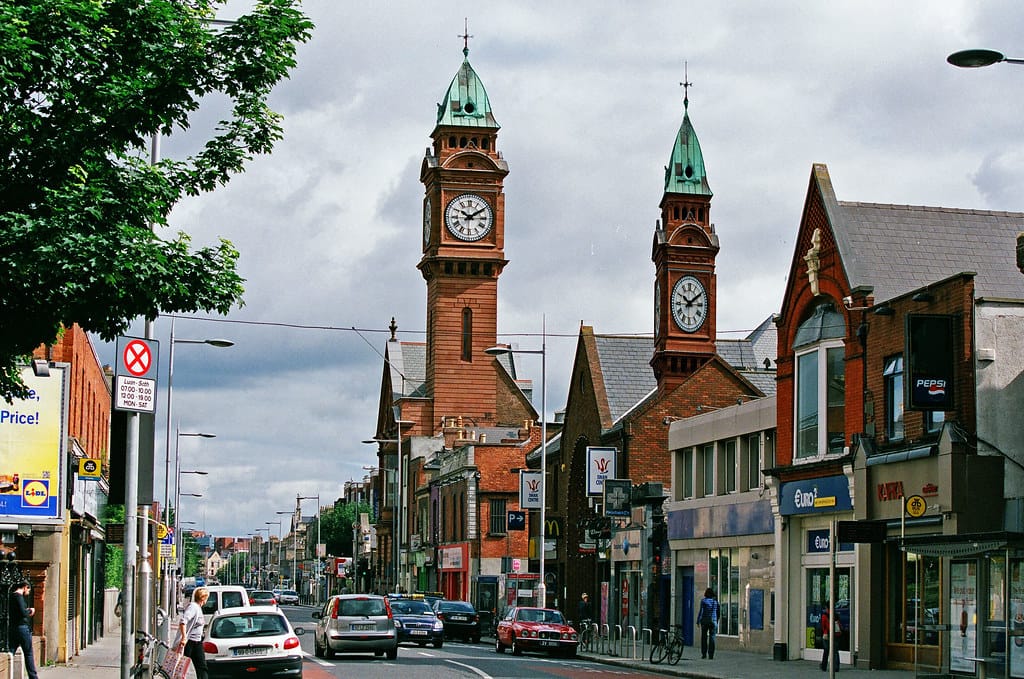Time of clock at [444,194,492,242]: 10:09
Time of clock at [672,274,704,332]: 10:09
